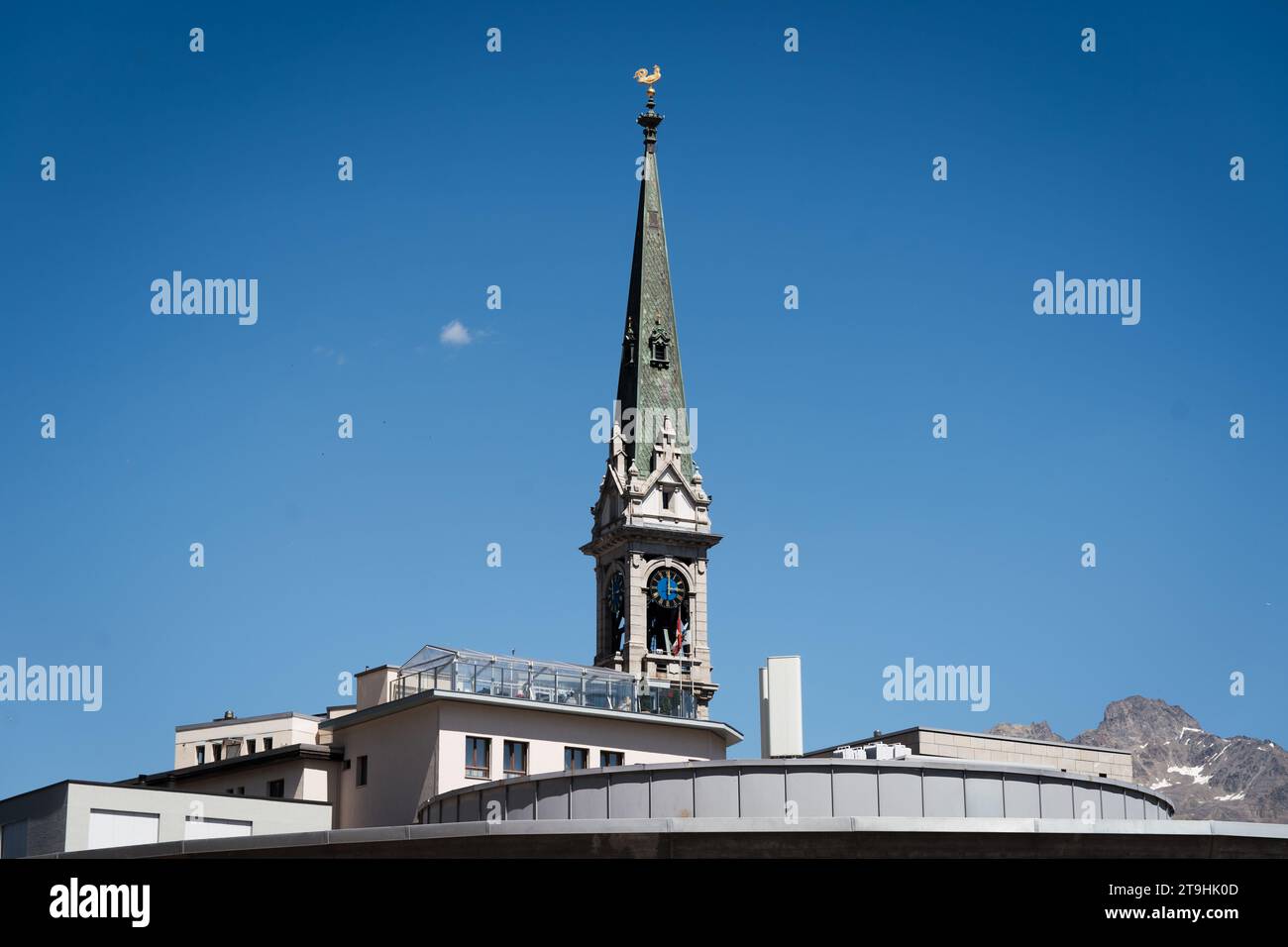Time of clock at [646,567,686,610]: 3:00
